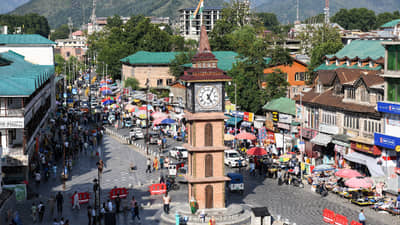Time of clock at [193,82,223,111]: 5:04
